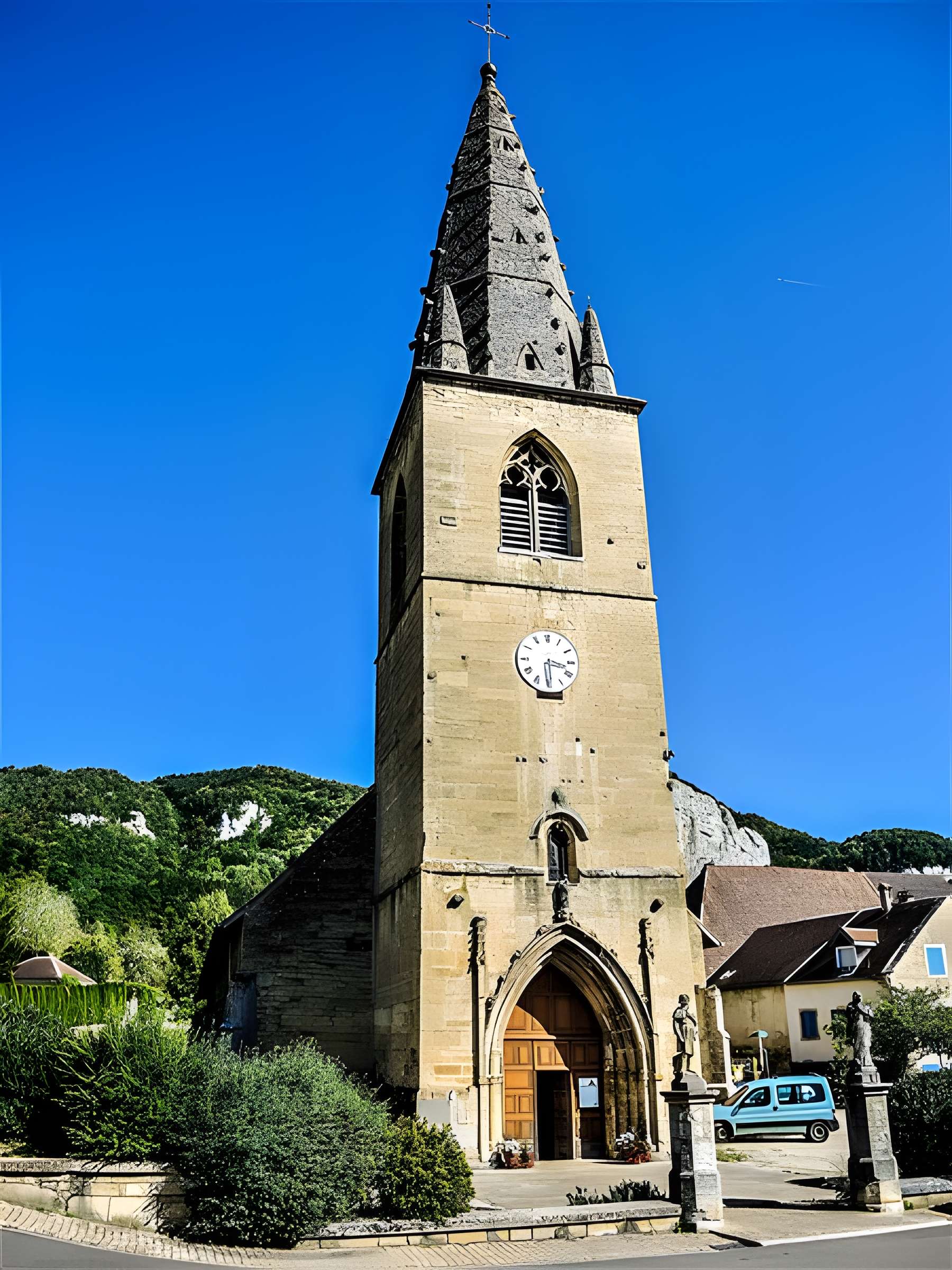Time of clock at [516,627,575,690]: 3:29
